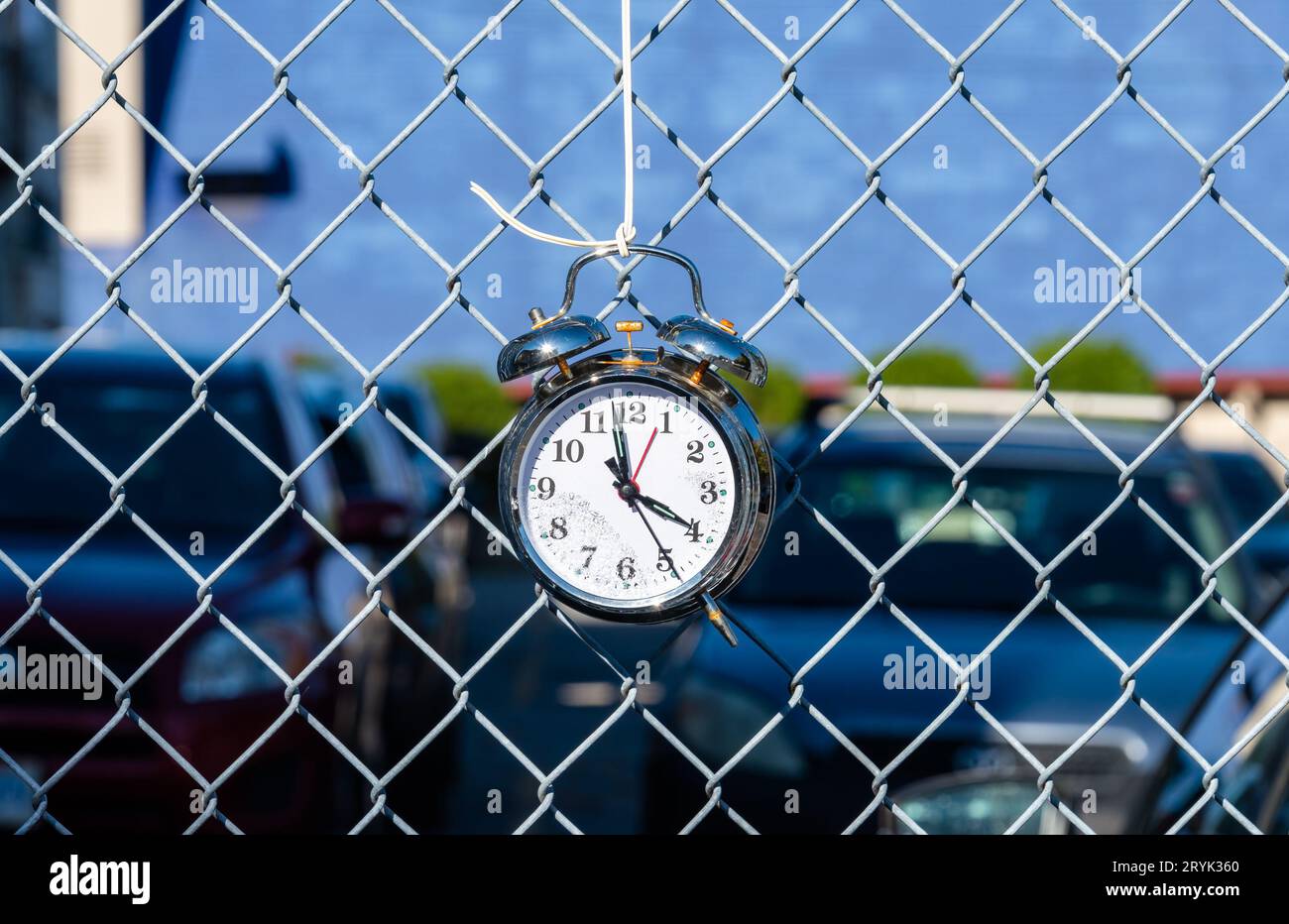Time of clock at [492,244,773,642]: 3:58
